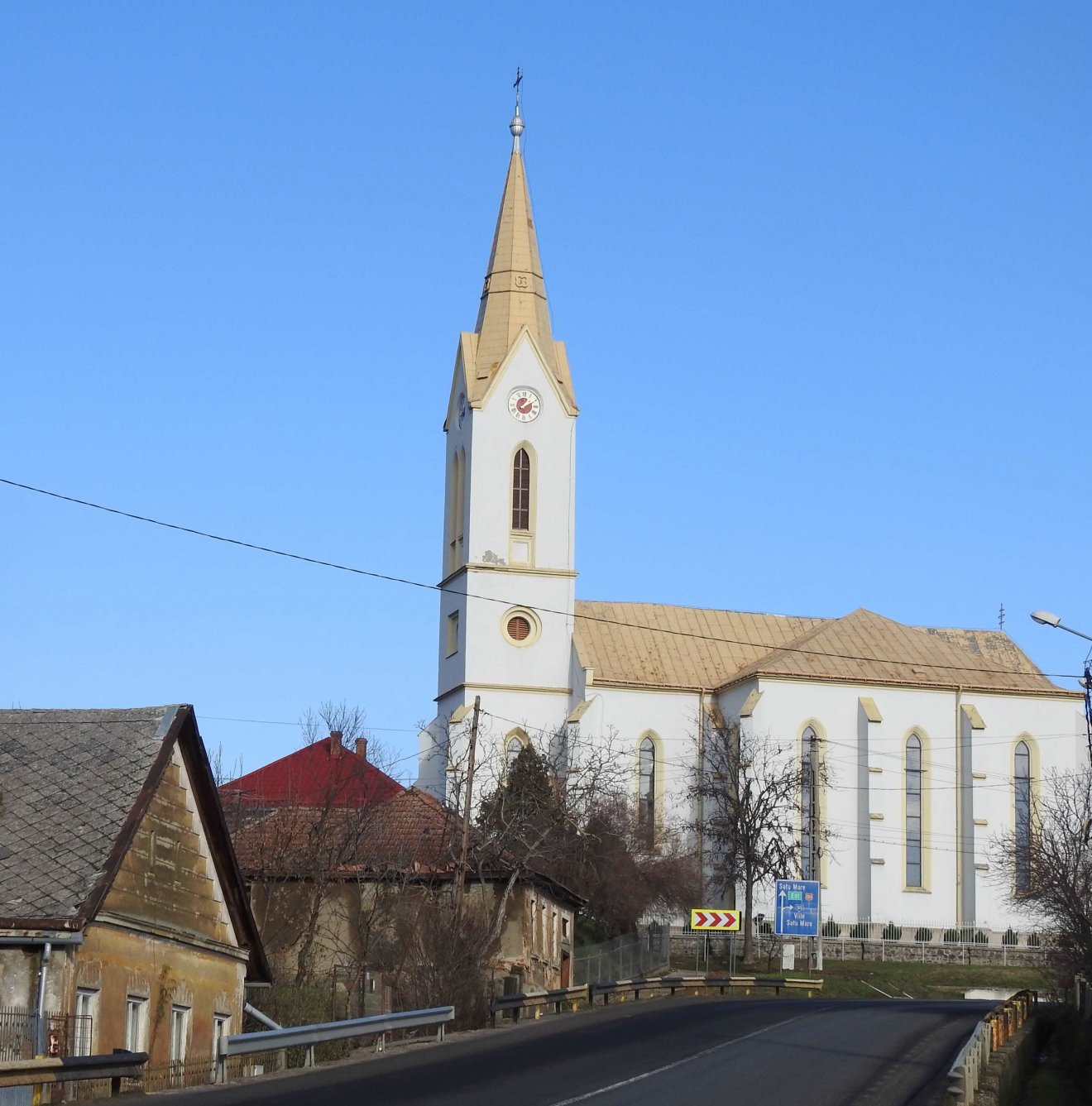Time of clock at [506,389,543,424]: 1:09
